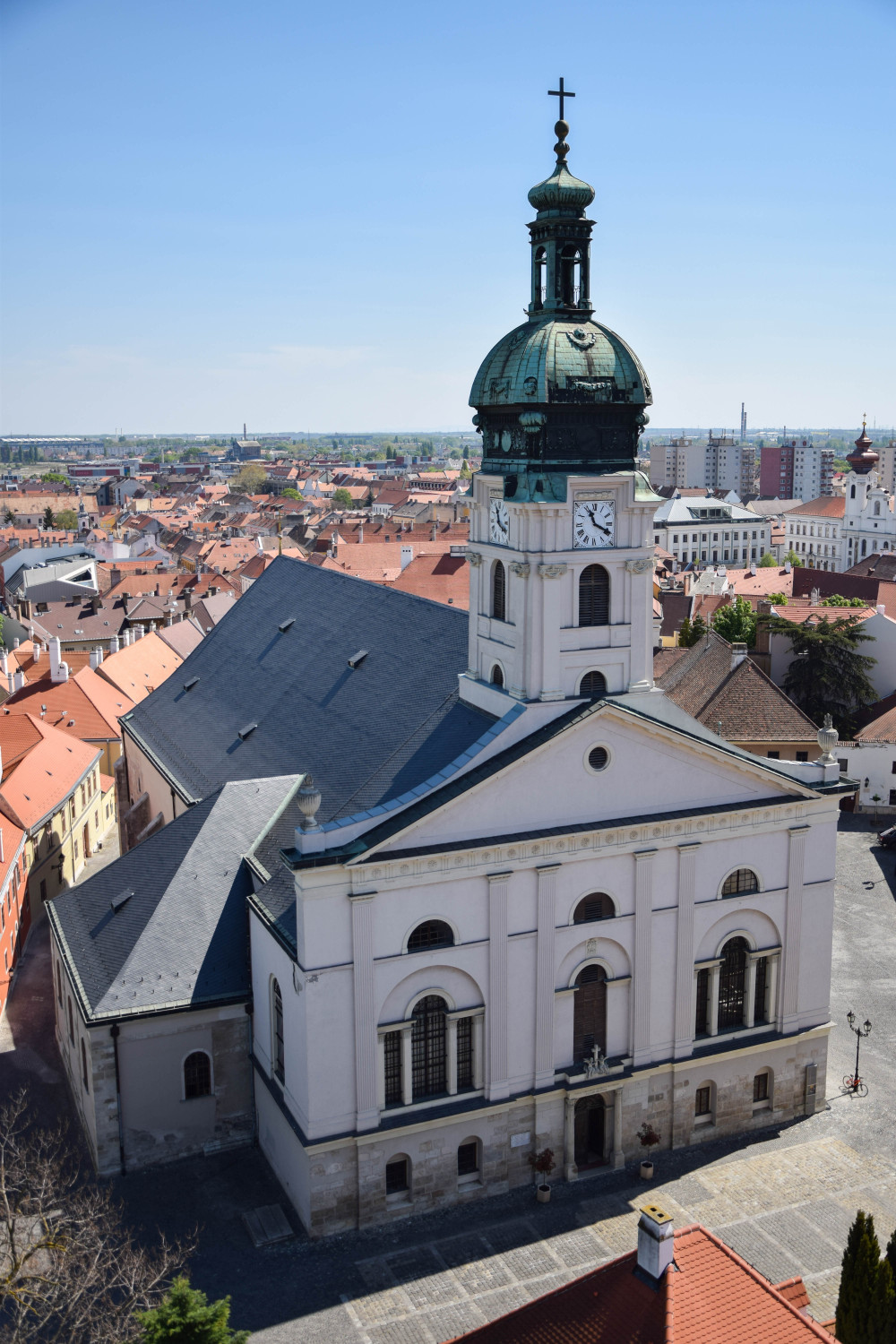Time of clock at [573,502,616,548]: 11:19
